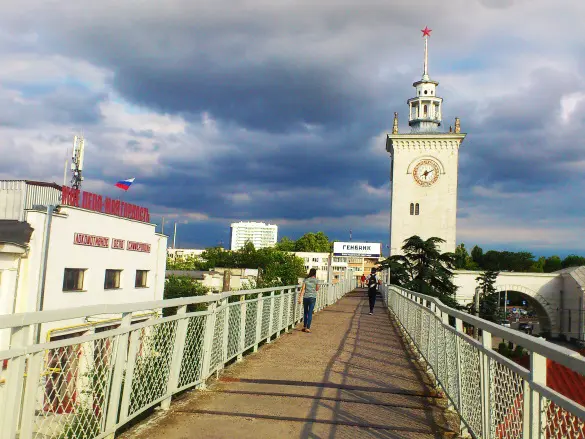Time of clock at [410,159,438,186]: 6:10
